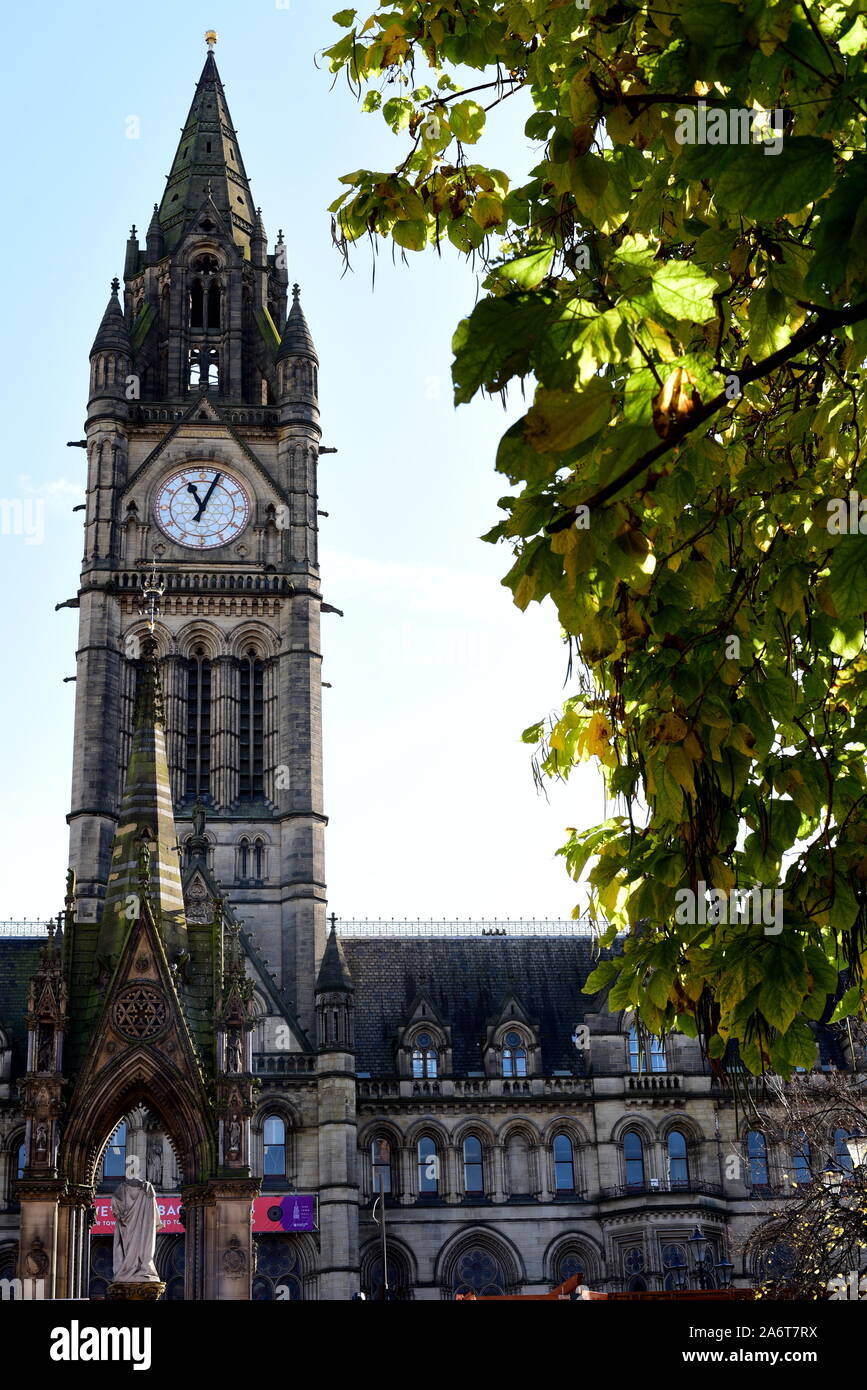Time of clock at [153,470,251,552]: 11:03
